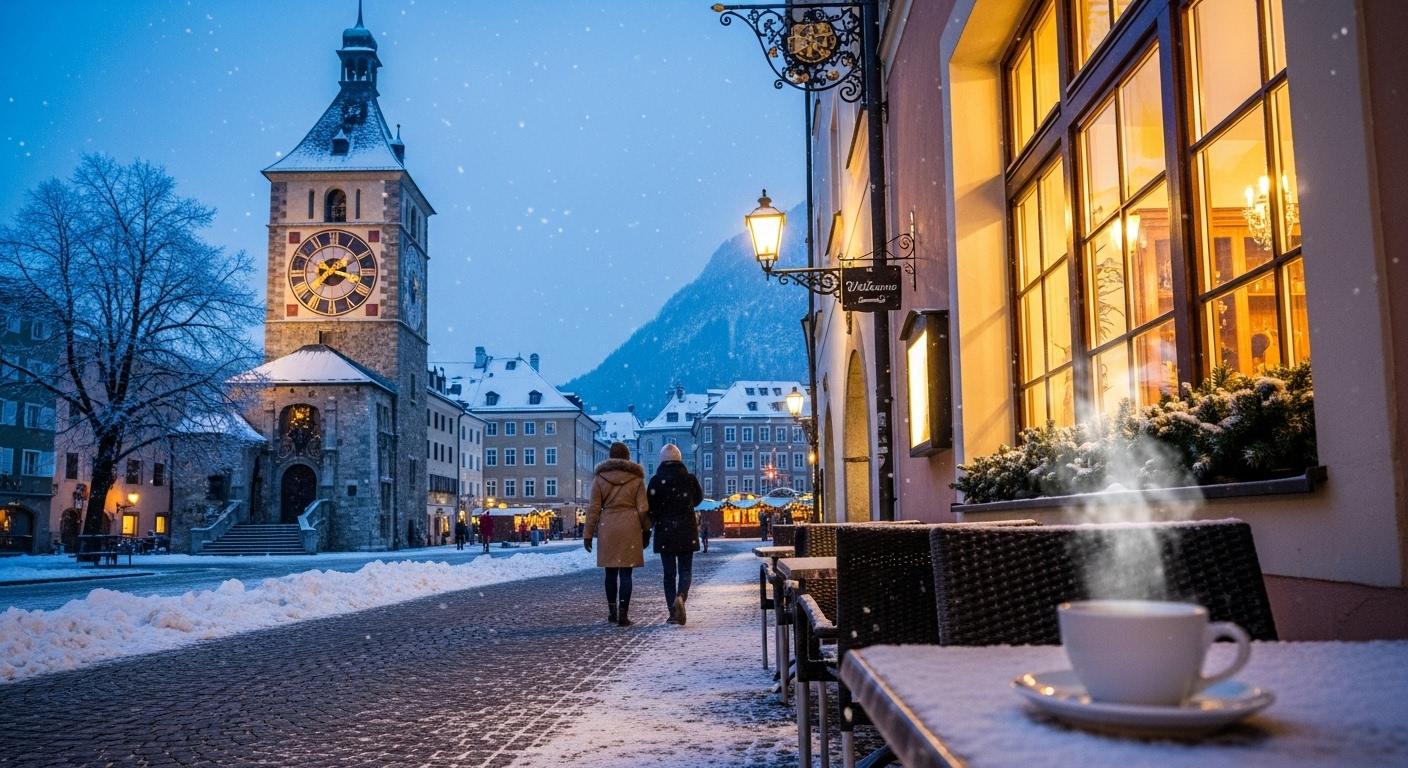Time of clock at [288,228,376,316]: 7:17
